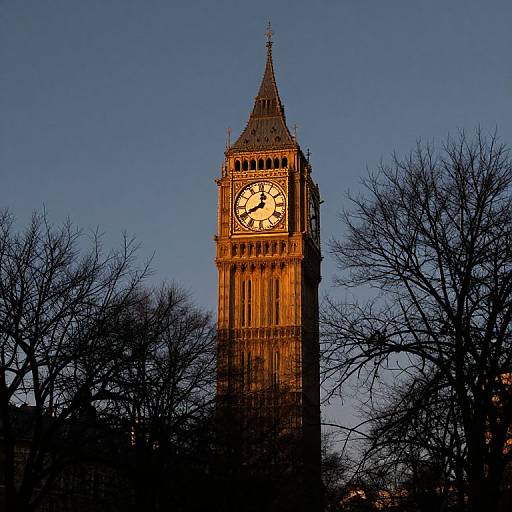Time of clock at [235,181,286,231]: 8:01
